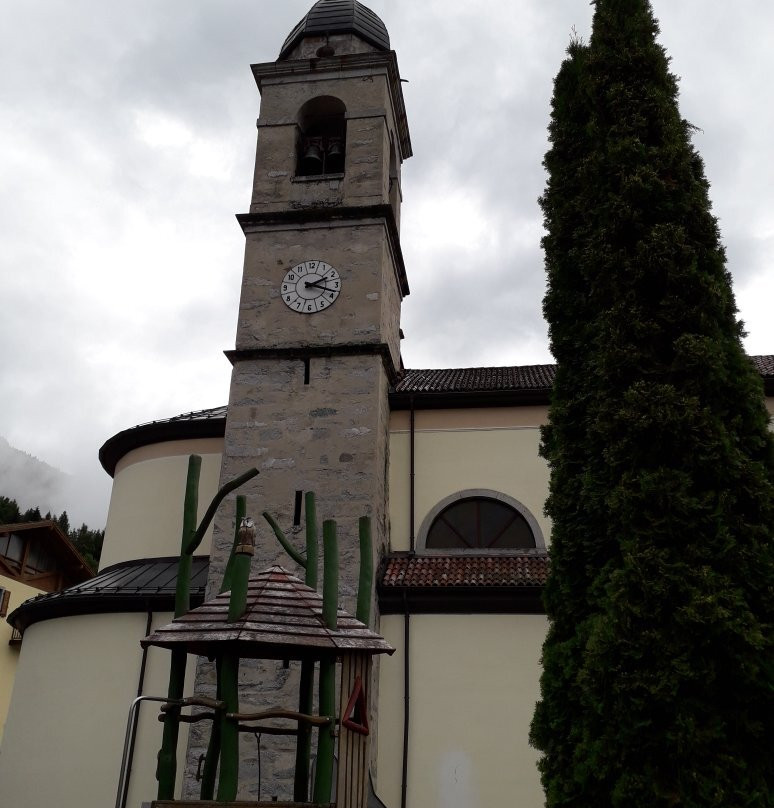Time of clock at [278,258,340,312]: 2:18
